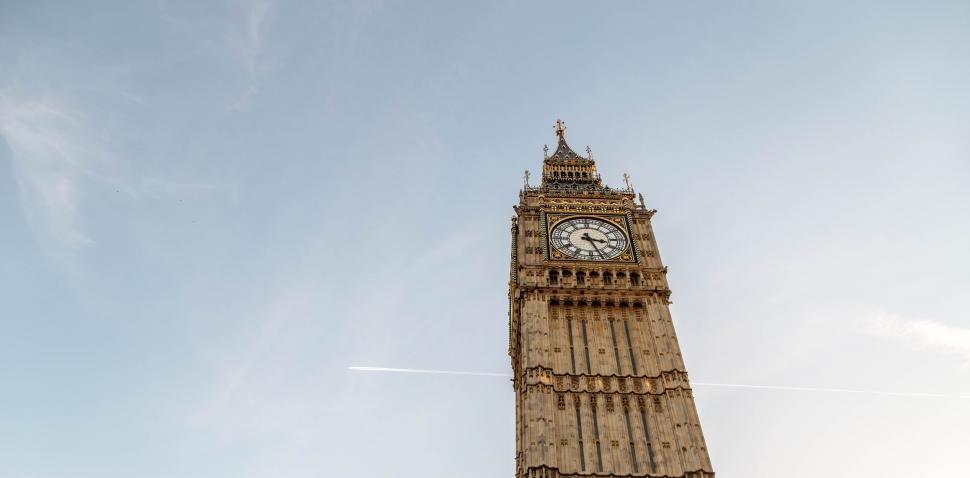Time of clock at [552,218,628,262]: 3:26
